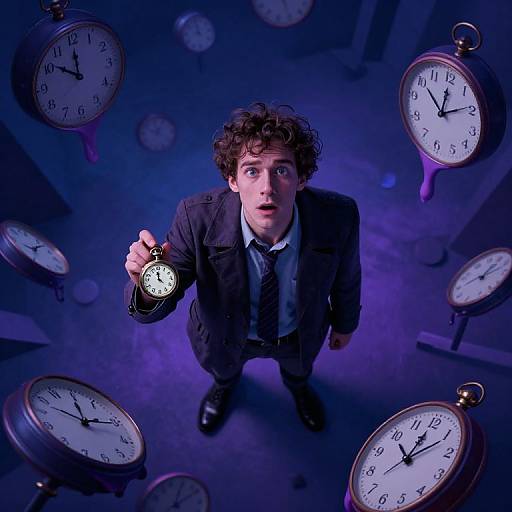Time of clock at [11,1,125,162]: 11:51
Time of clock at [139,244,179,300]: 11:59
